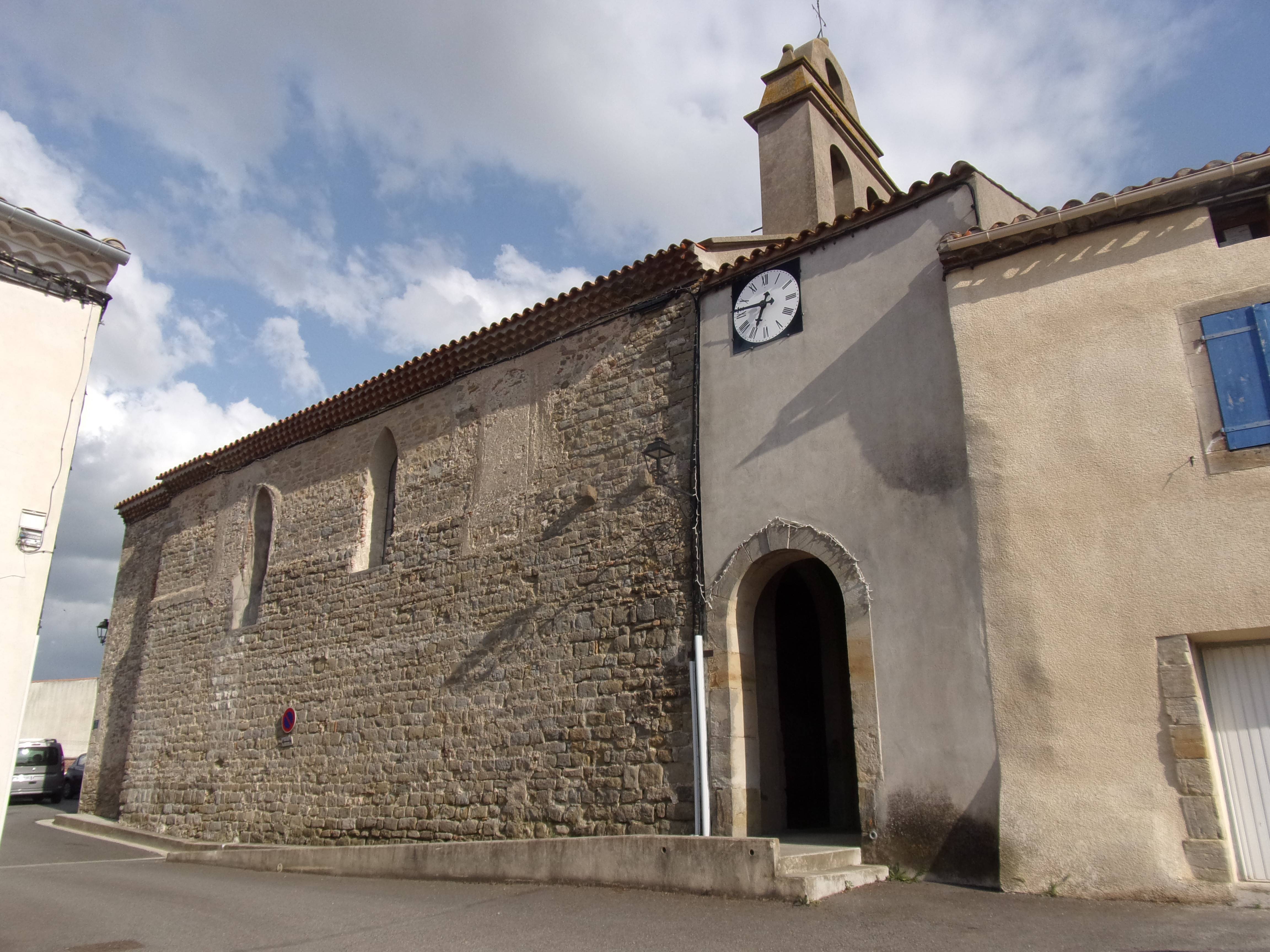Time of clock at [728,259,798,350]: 6:46
